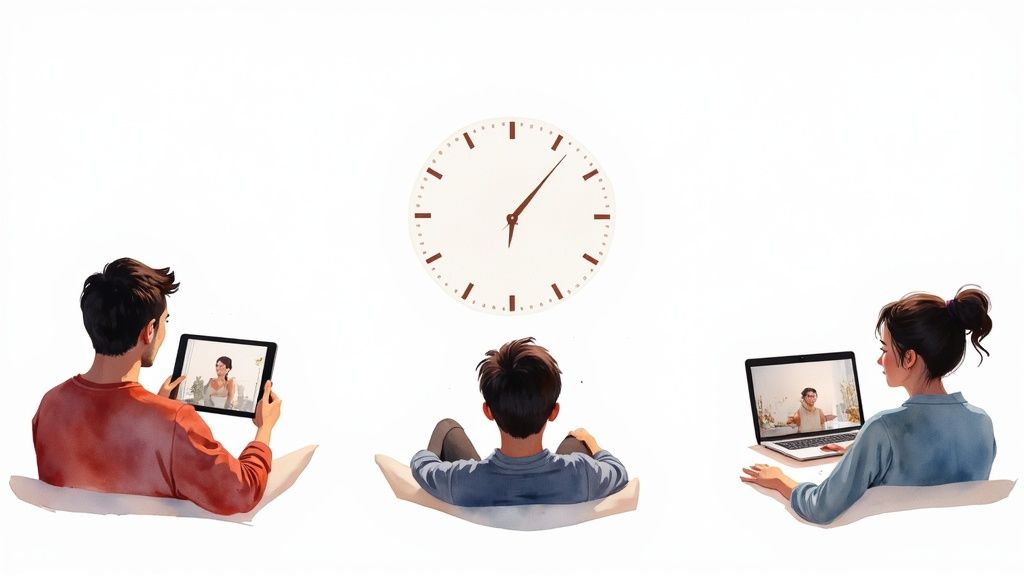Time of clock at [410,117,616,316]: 6:06
